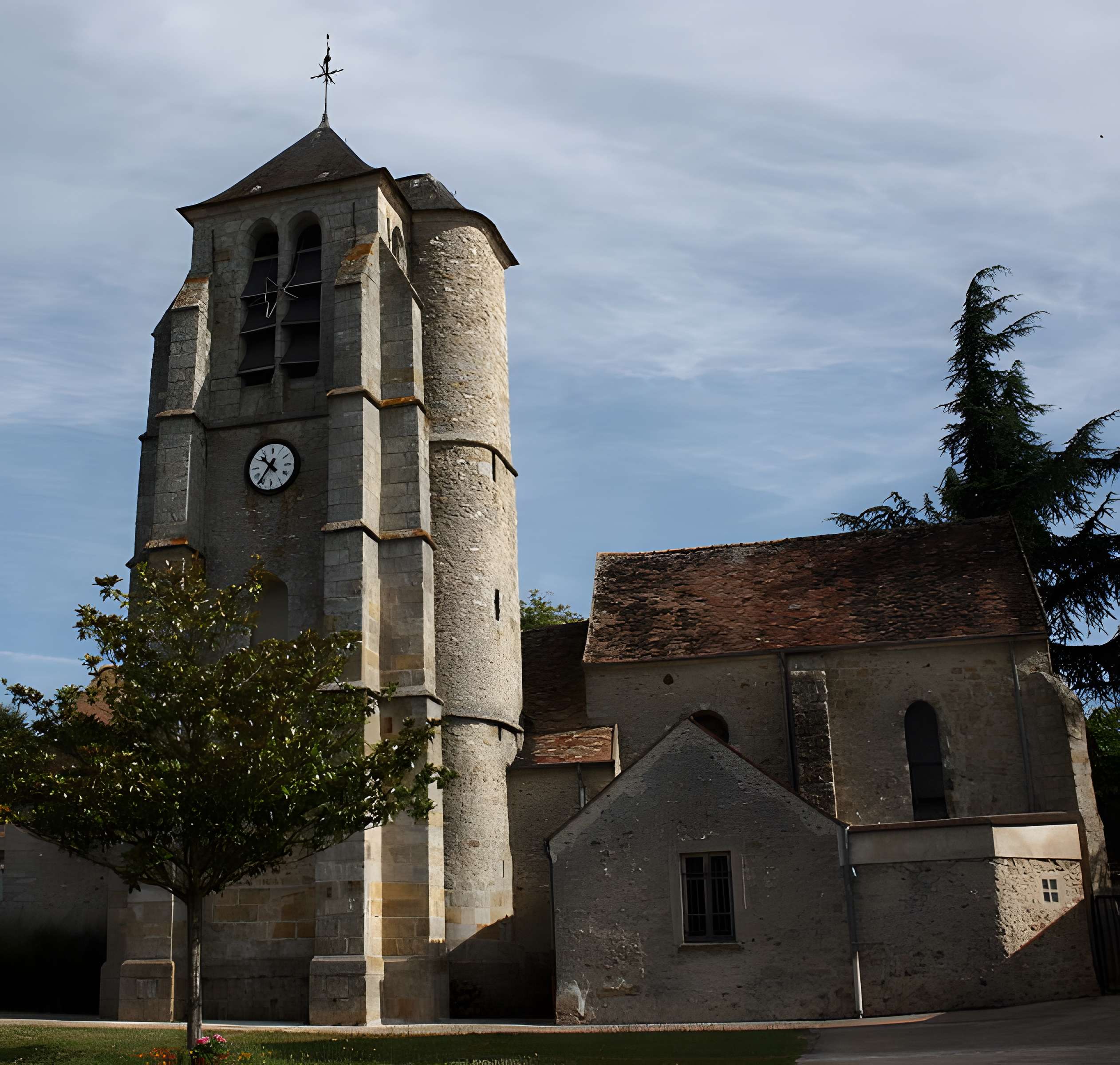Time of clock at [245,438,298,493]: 10:36
